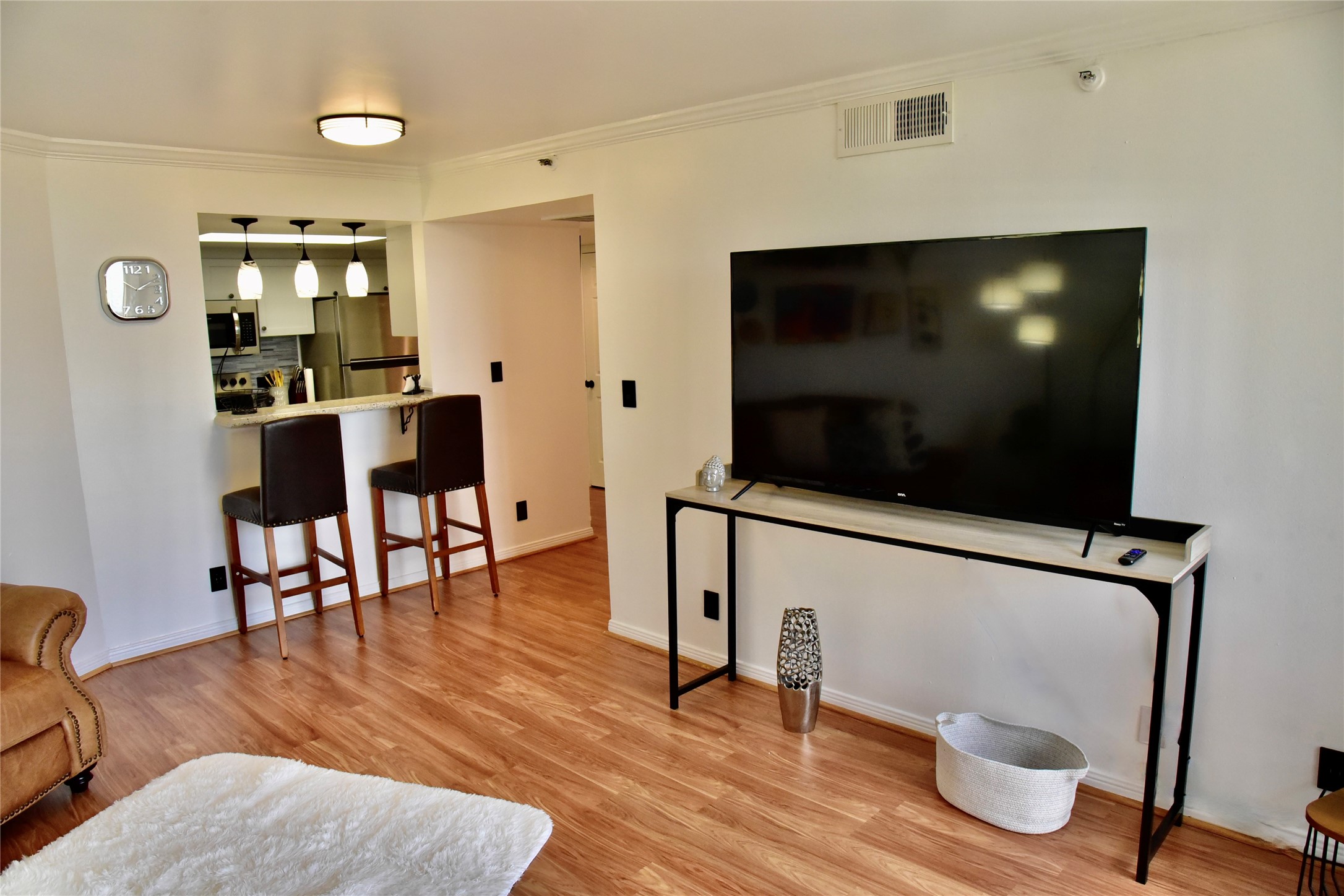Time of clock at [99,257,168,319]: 2:10
